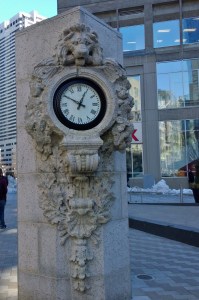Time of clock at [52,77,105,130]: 12:49
